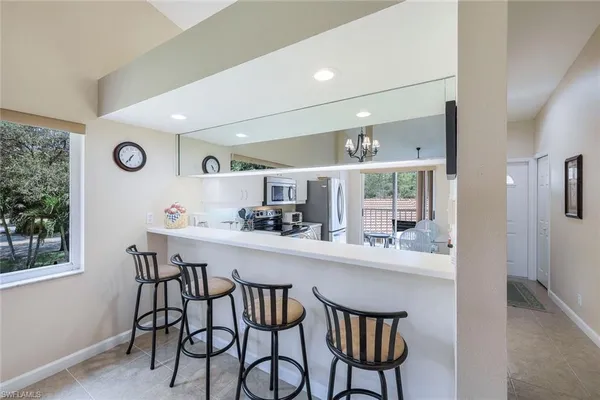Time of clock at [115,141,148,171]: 6:35
